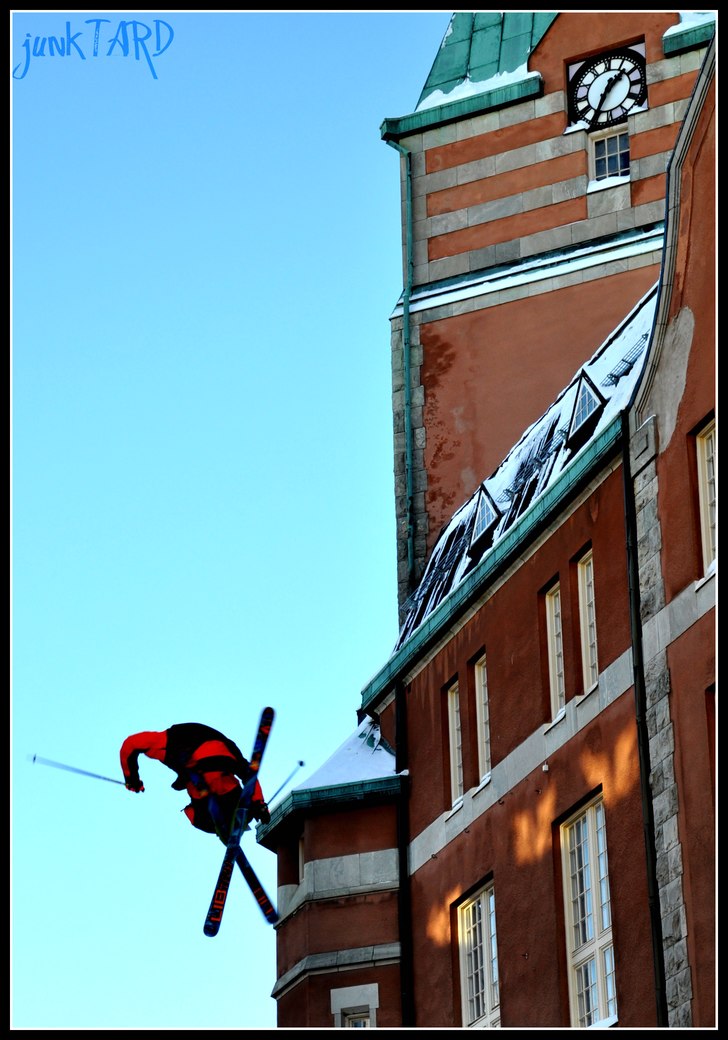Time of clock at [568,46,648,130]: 1:34
